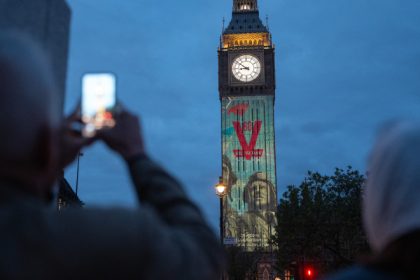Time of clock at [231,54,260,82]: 8:51
